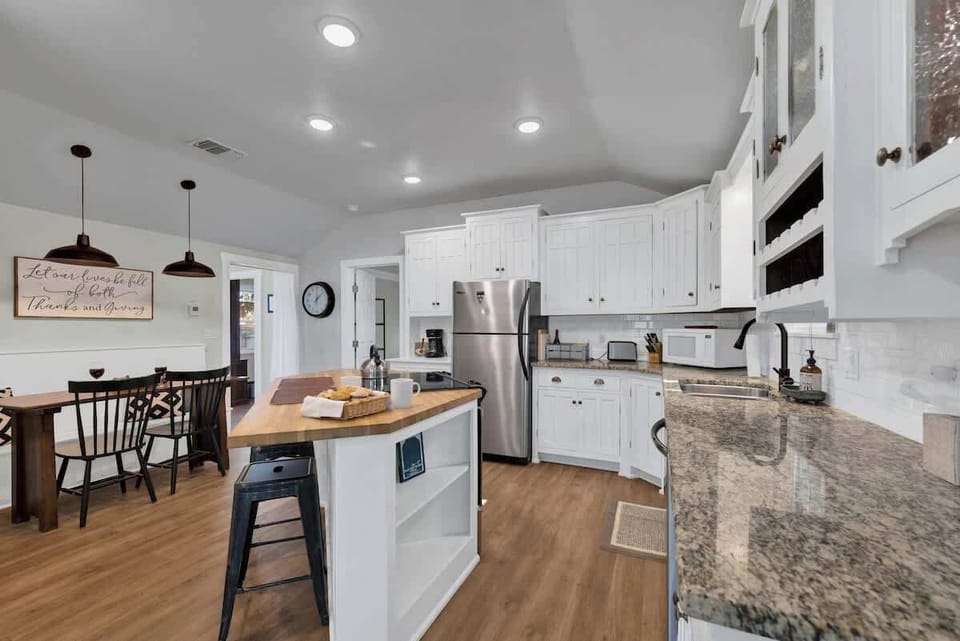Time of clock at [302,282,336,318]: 12:07
